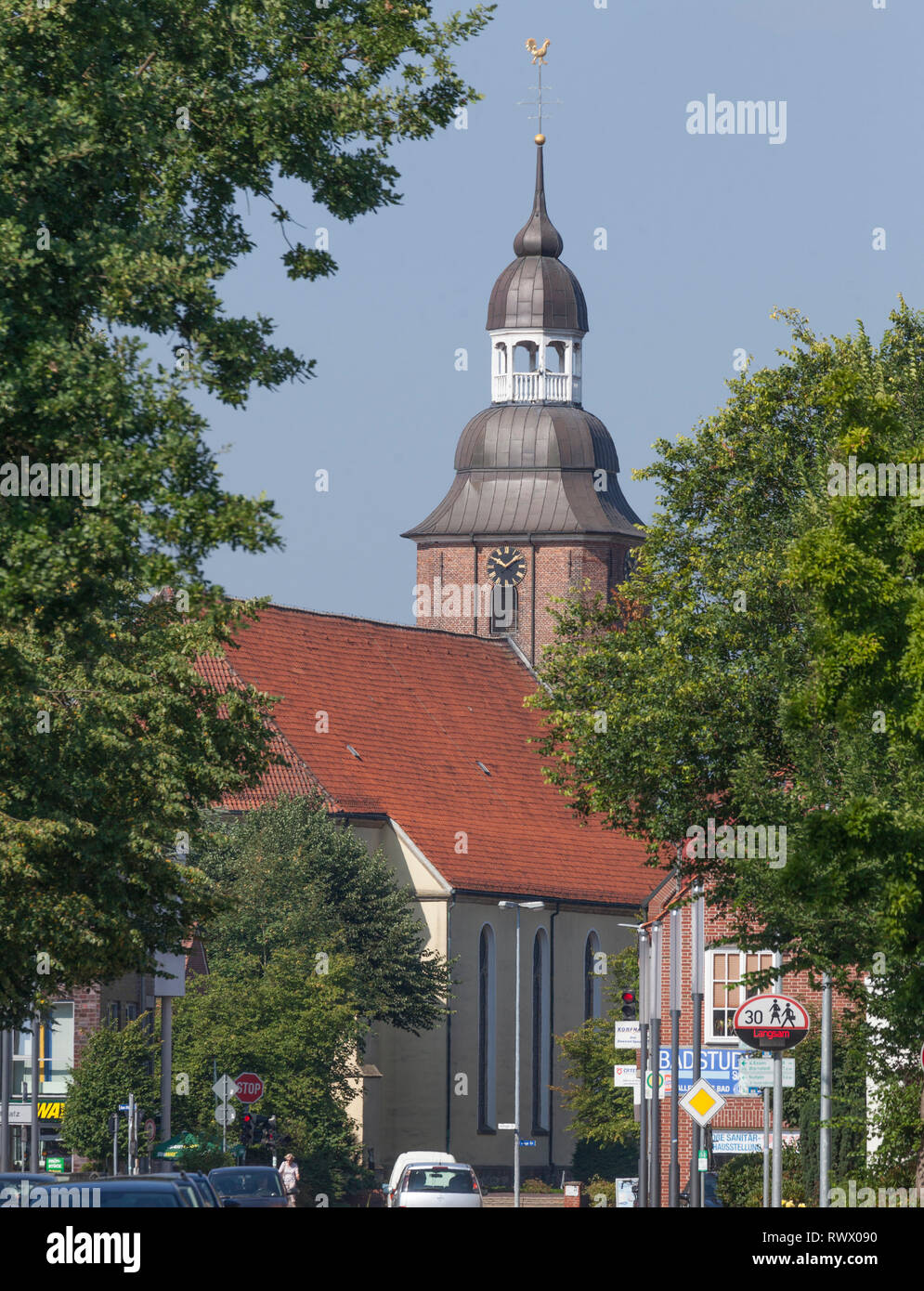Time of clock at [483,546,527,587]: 10:07
